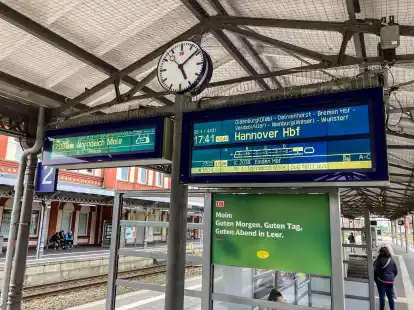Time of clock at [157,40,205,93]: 5:08
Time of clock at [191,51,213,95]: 5:08
